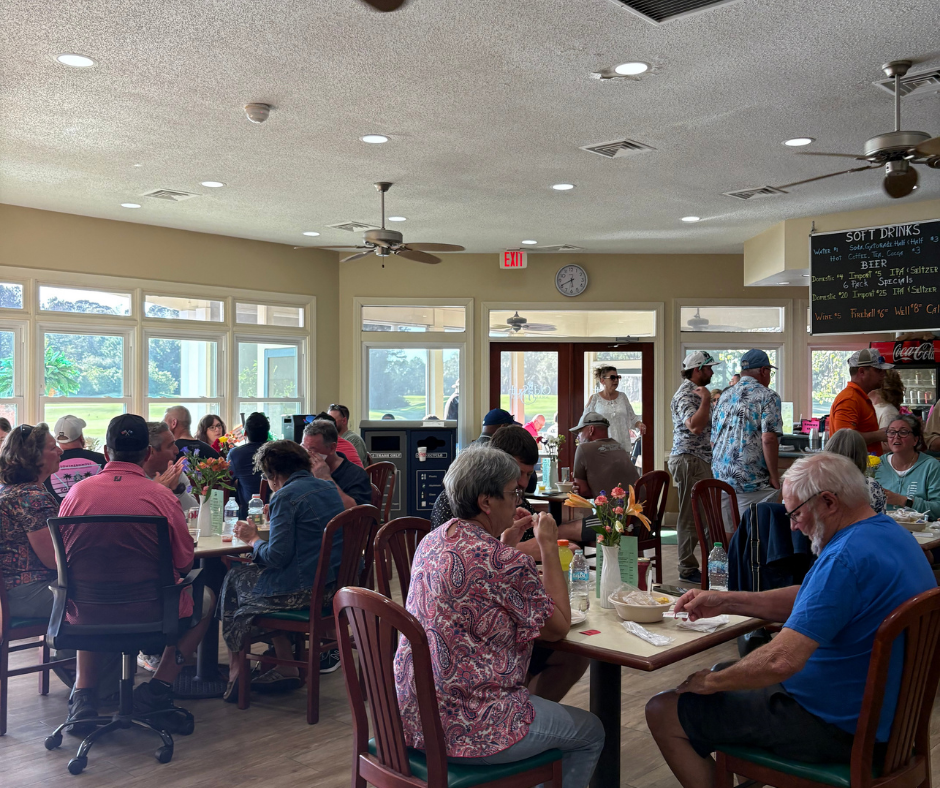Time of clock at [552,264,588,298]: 5:40
